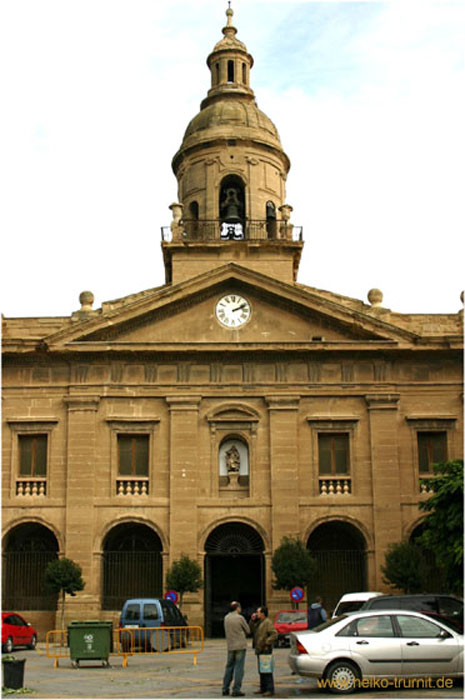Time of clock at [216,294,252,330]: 2:11
